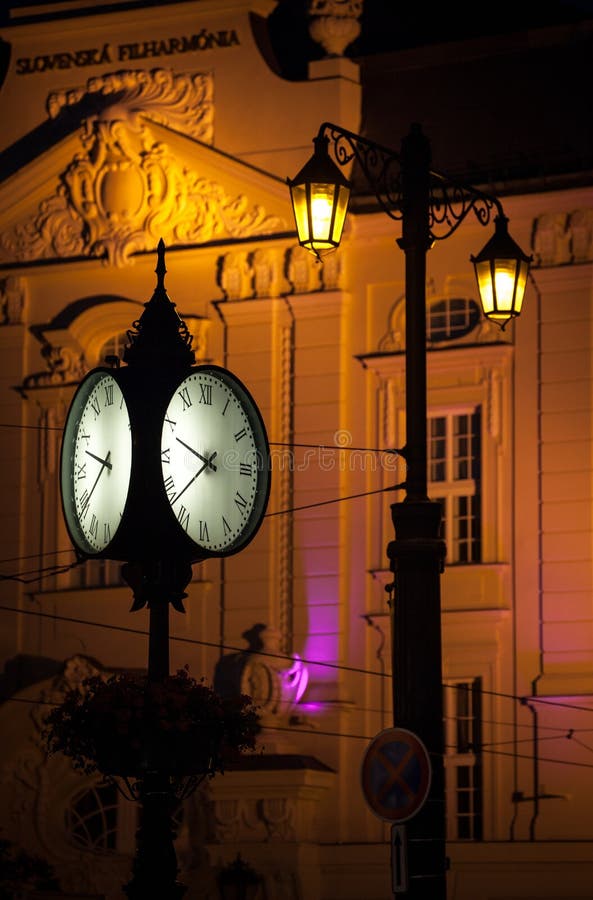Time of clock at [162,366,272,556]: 9:38
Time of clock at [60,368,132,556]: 9:38
